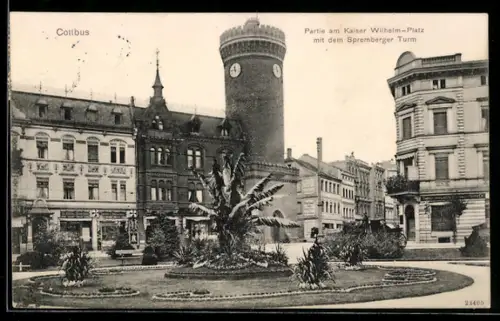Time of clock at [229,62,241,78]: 11:46
